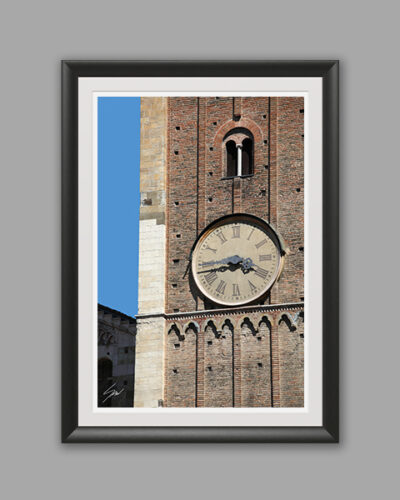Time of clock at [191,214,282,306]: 3:43
